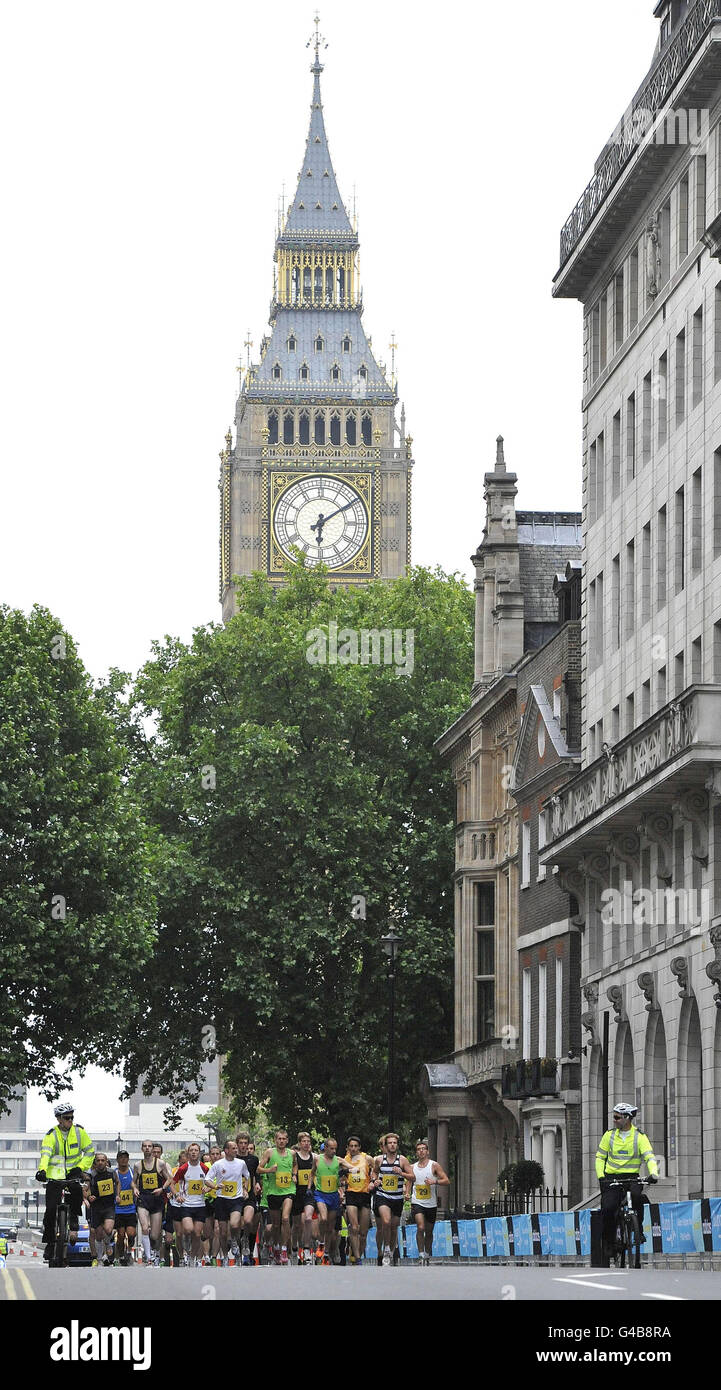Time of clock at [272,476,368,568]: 6:09
